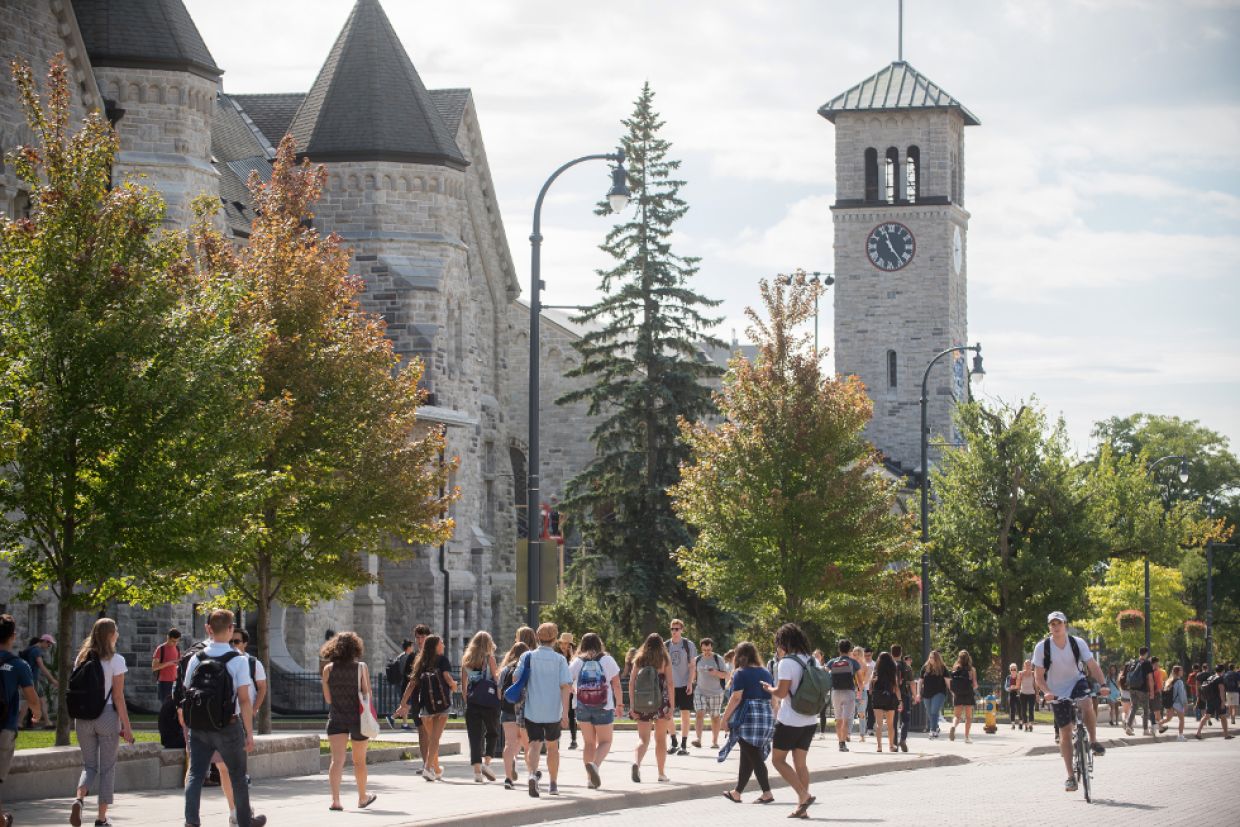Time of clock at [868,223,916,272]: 11:23
